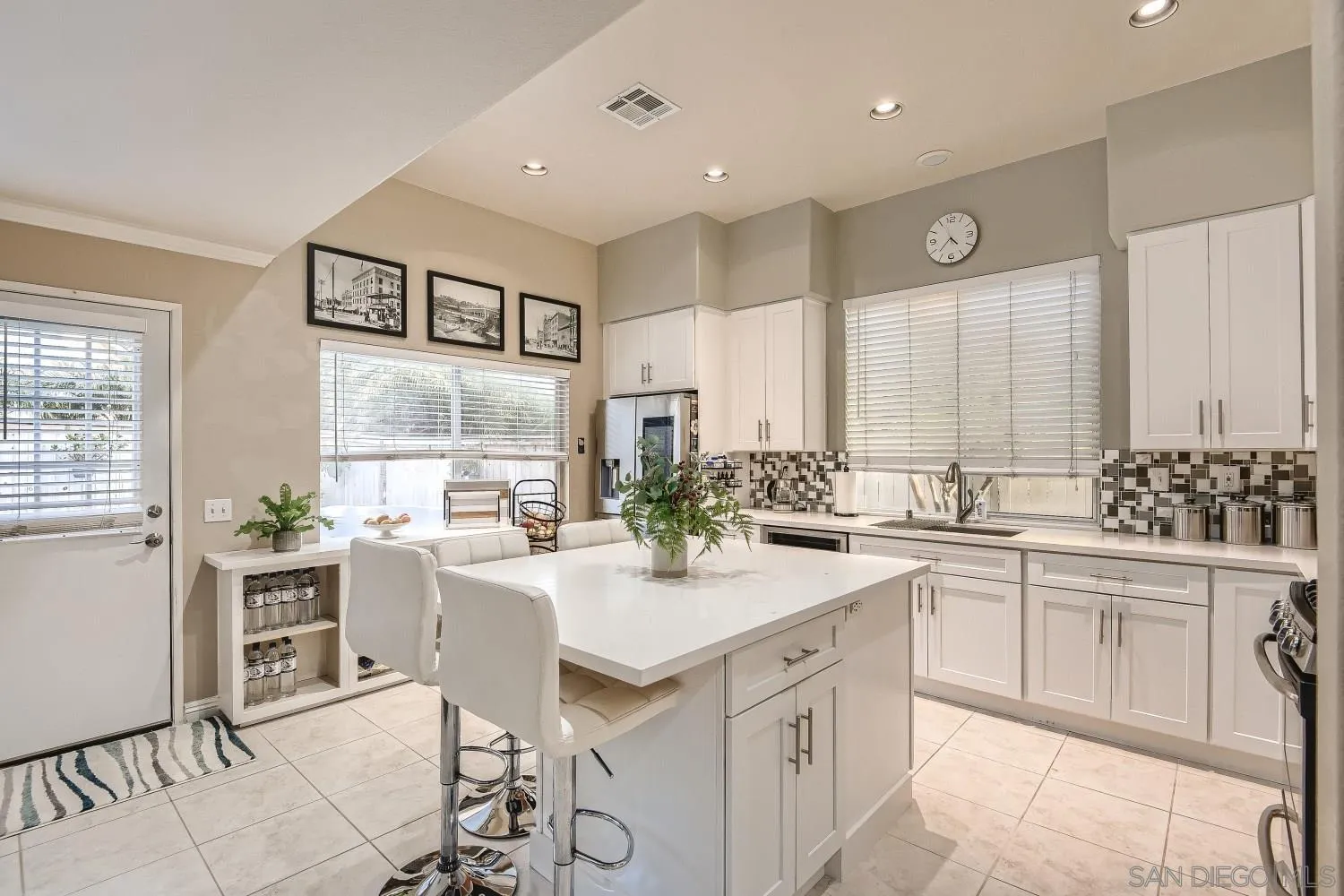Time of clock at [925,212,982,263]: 4:37
